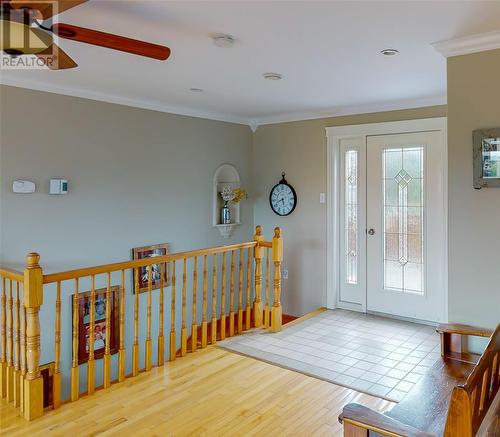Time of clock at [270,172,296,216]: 5:40
